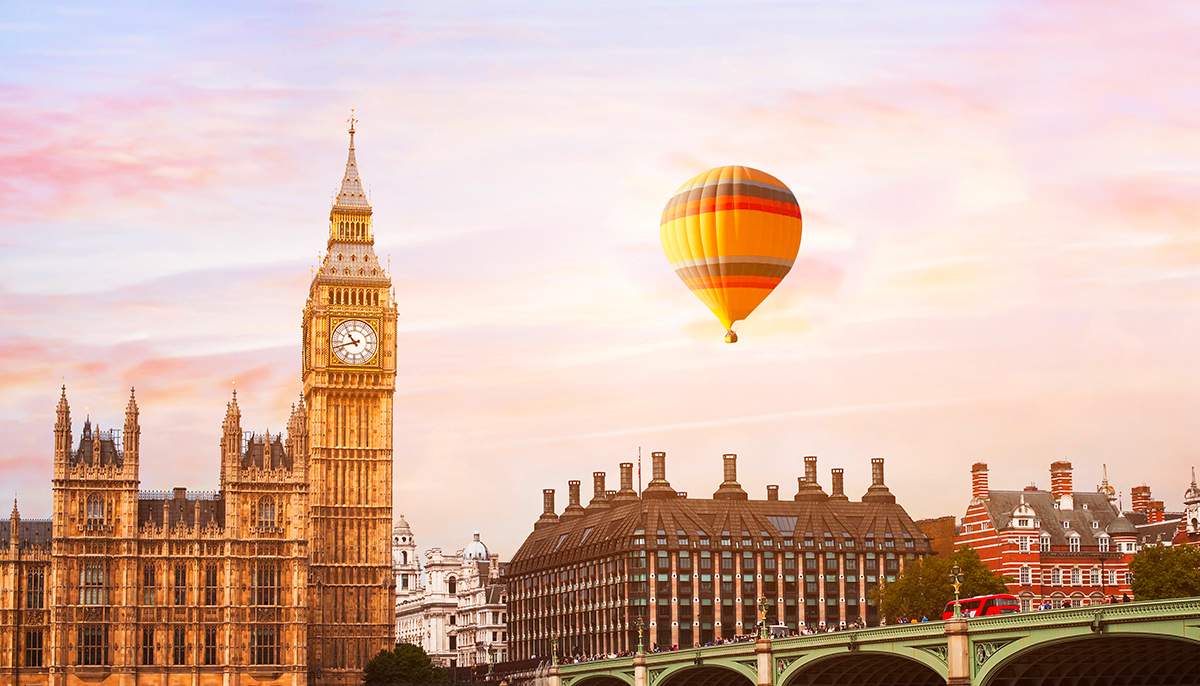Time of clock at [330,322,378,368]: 10:42
